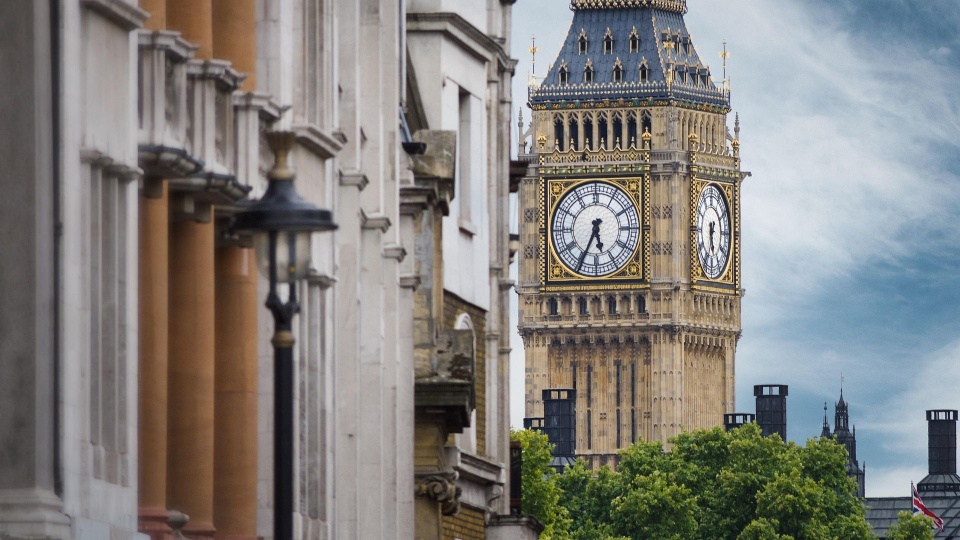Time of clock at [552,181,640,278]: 5:34
